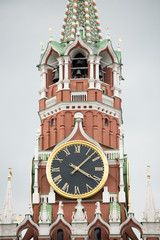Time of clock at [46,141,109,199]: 4:07
